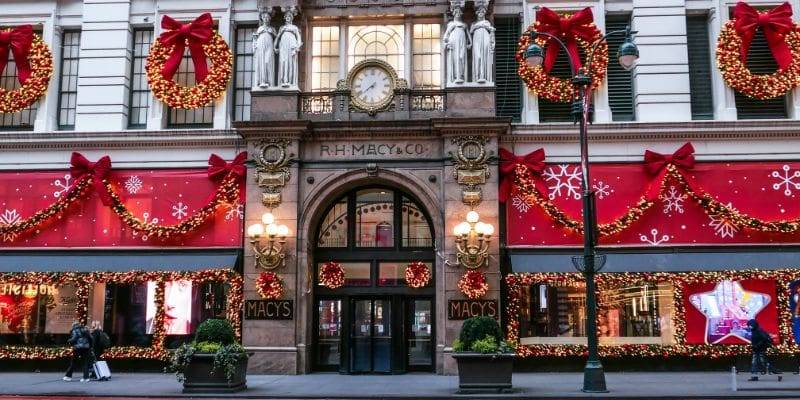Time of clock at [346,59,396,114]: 7:38
